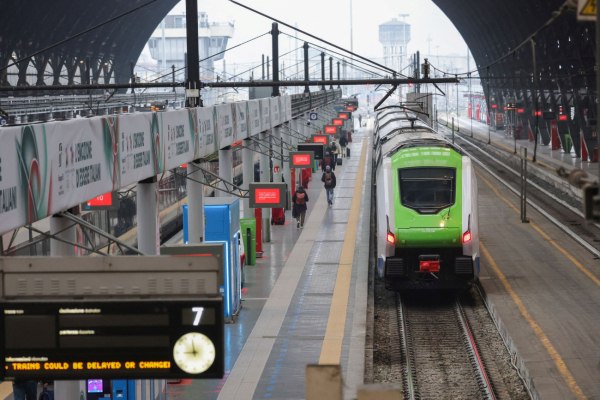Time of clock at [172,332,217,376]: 8:57
